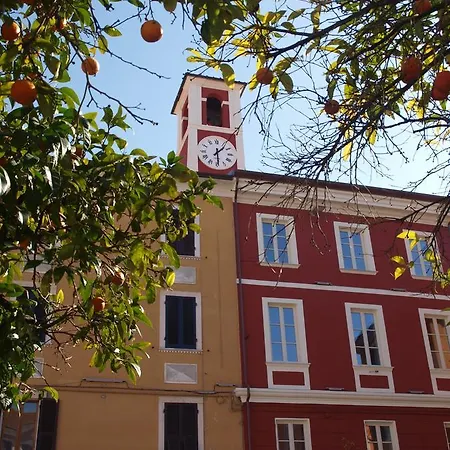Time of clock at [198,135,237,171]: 1:29
